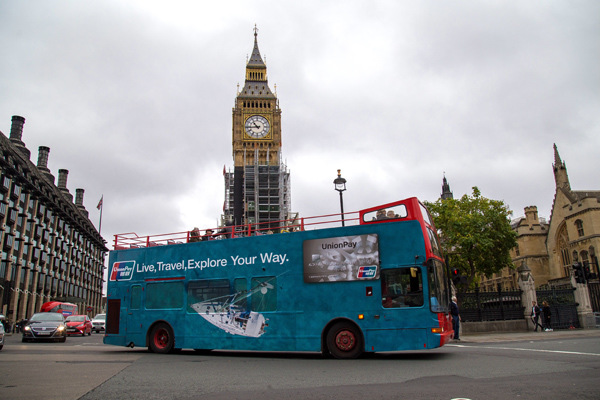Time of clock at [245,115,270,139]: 10:43
